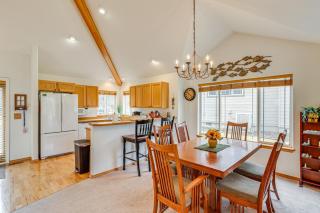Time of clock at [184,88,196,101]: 10:22
